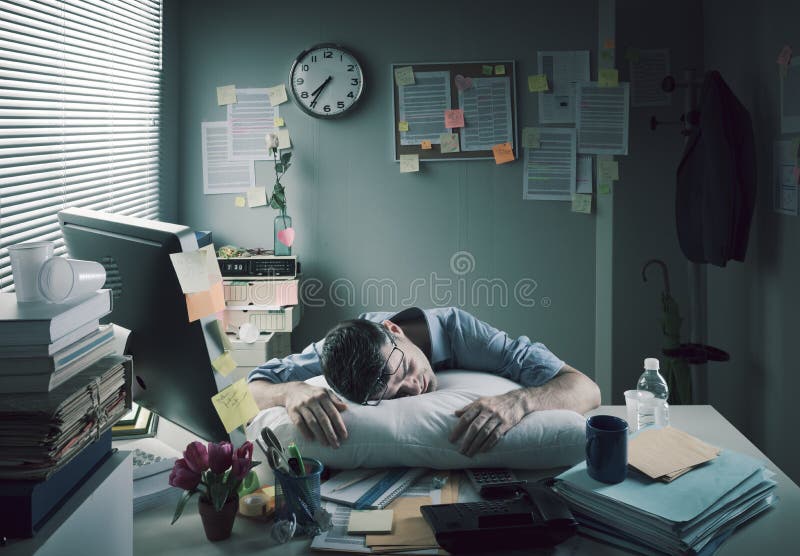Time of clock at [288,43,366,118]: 7:35
